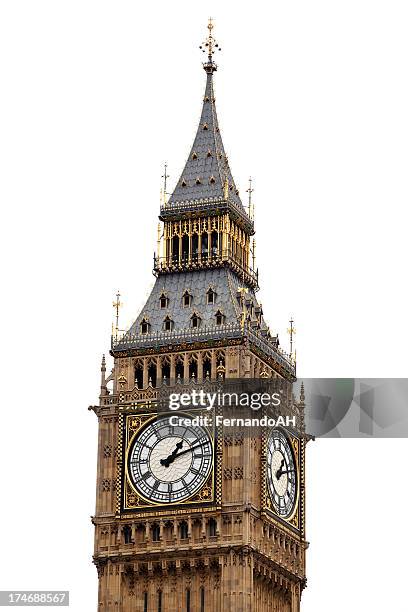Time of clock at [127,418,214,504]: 1:11
